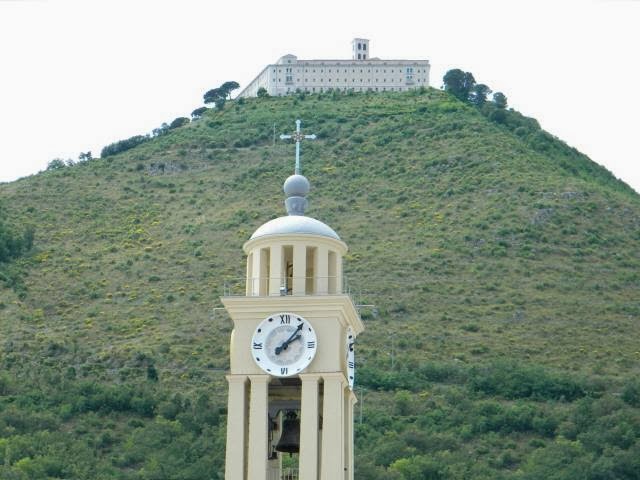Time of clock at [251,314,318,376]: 2:06
